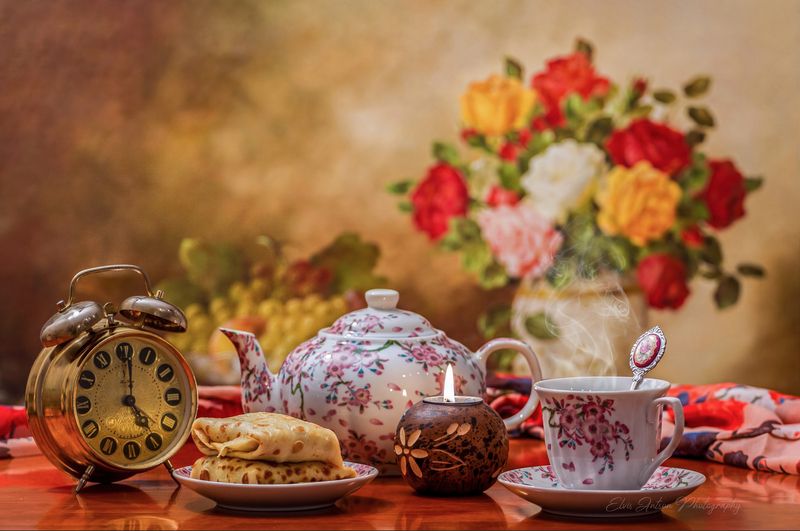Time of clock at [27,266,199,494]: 5:00
